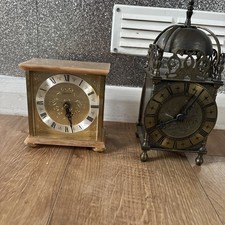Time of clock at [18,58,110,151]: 5:28
